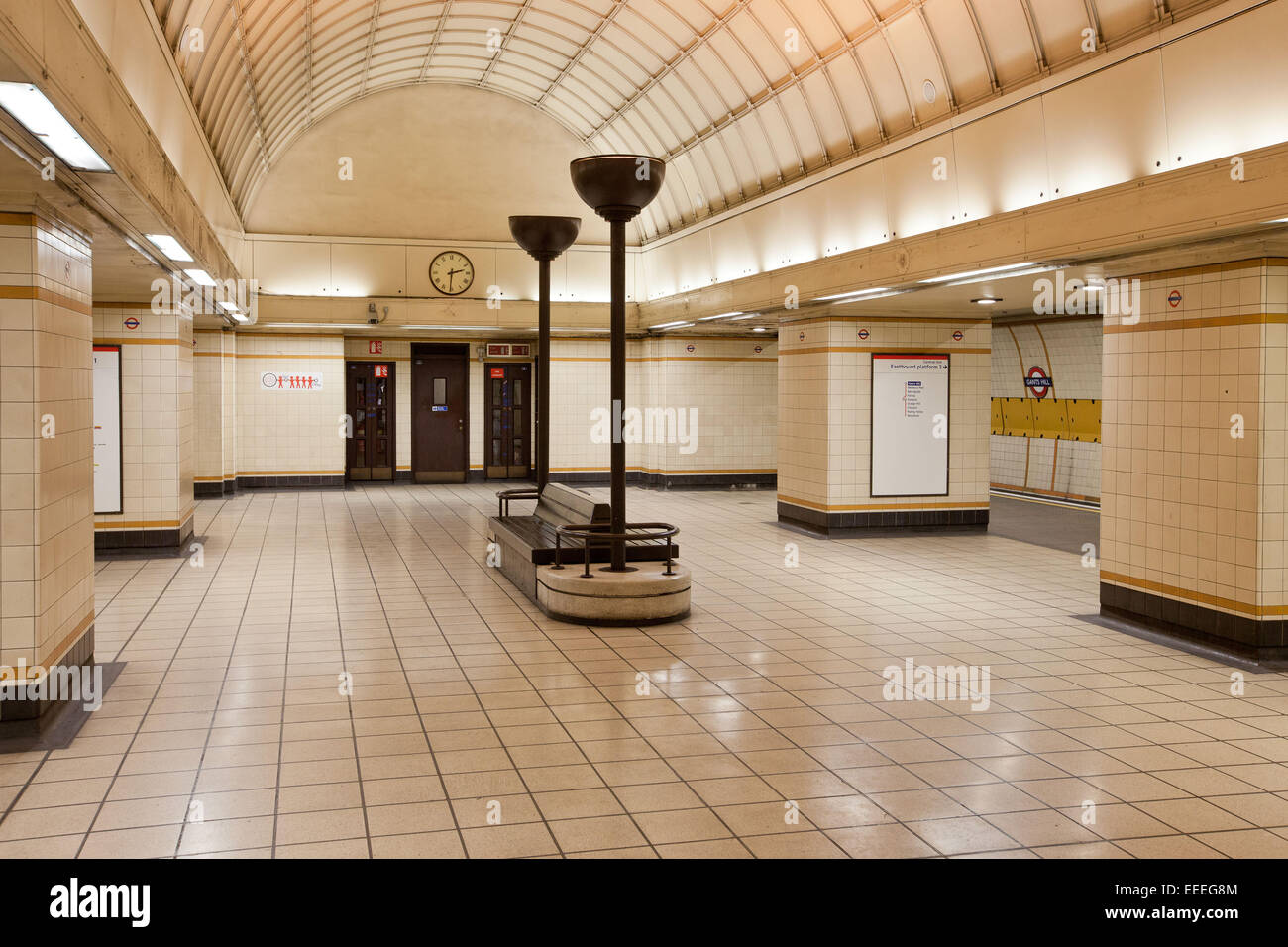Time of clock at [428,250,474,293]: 2:30
